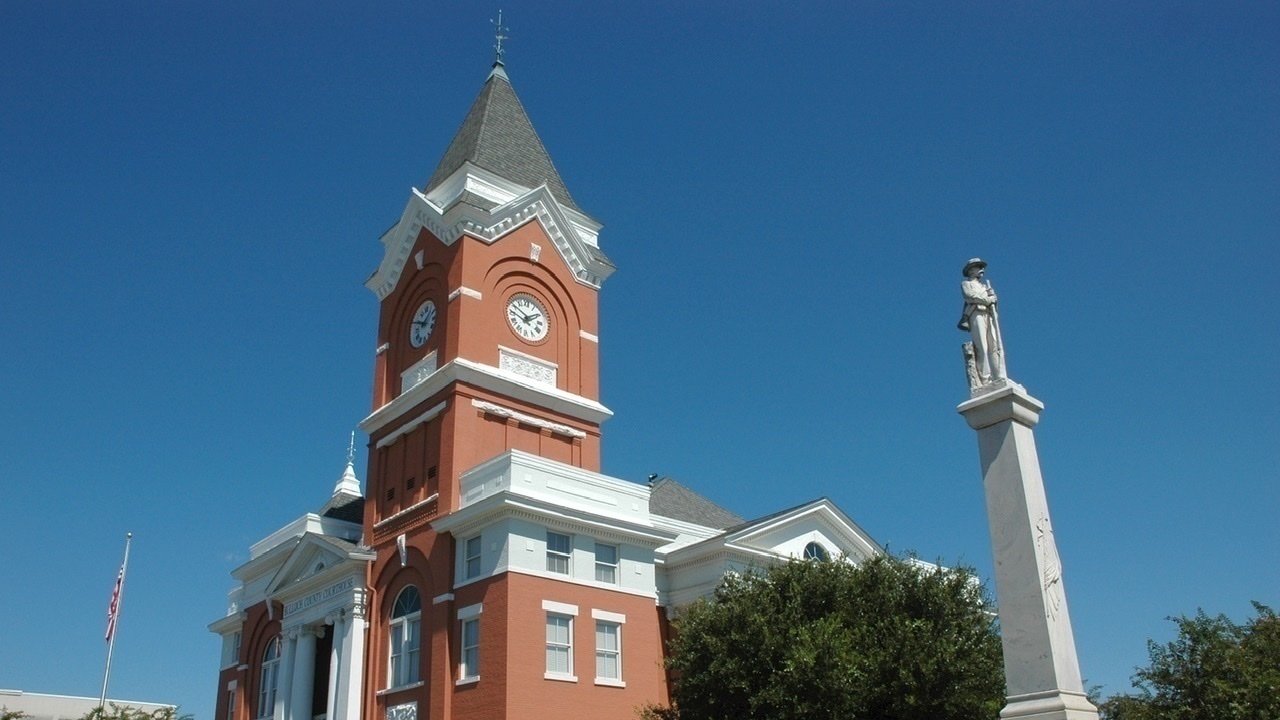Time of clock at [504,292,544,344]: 1:50
